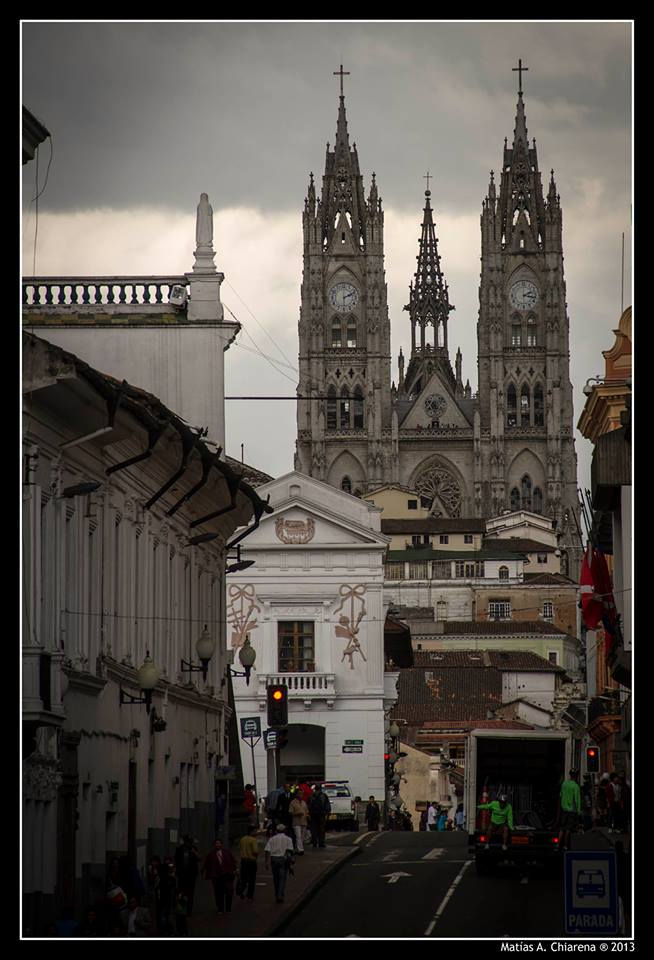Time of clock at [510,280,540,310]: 2:17
